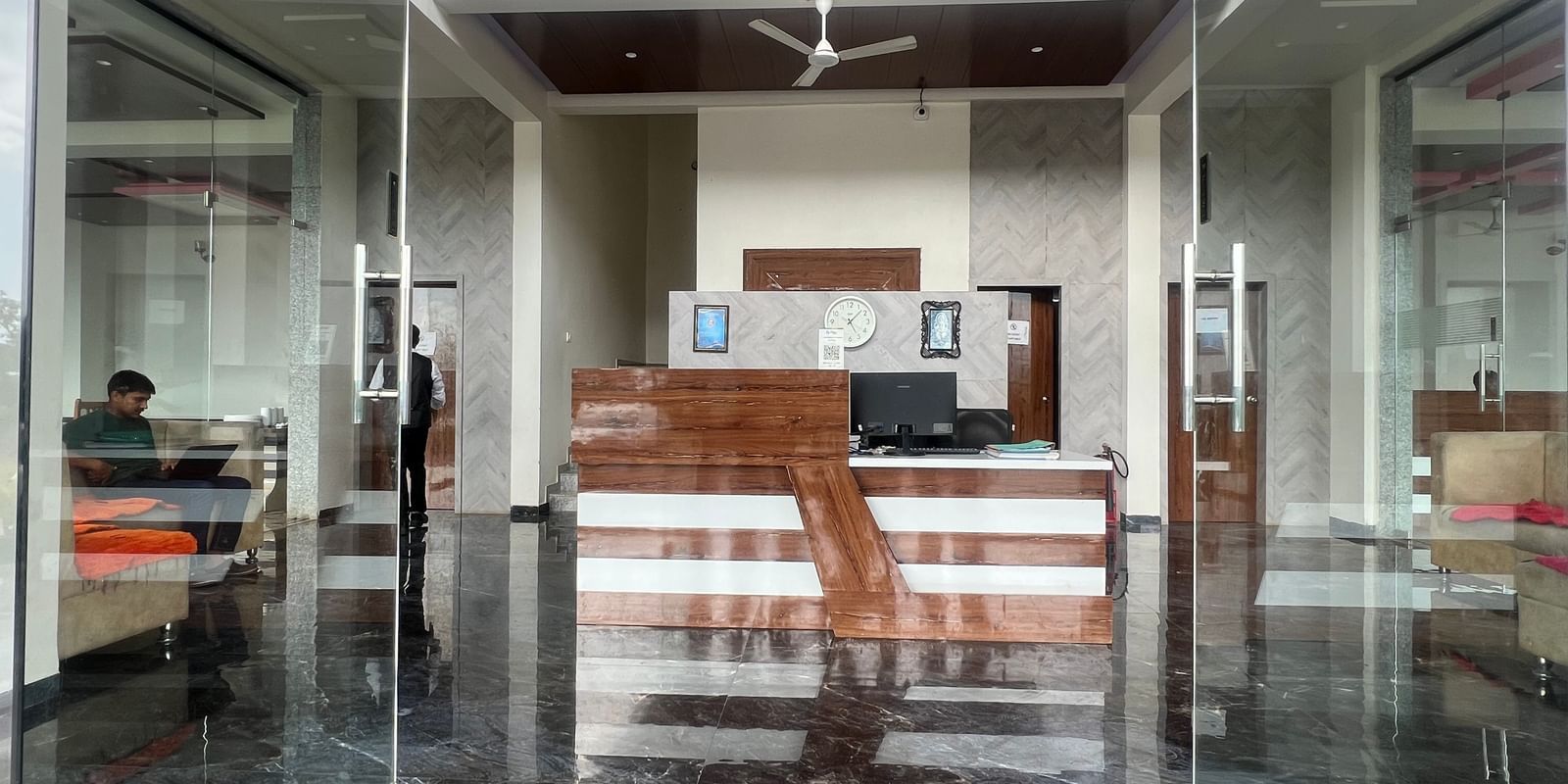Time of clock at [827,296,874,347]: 5:07
